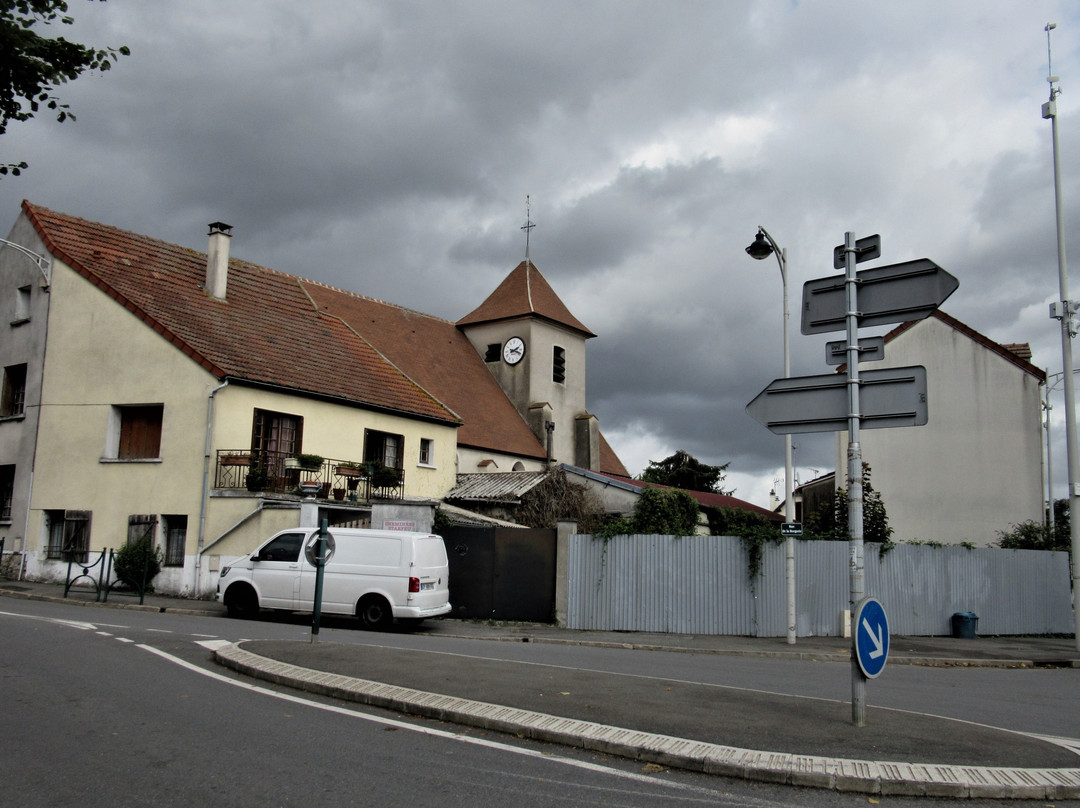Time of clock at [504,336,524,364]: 2:18
